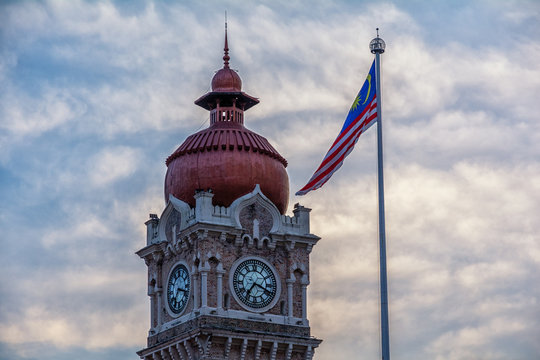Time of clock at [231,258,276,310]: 7:18
